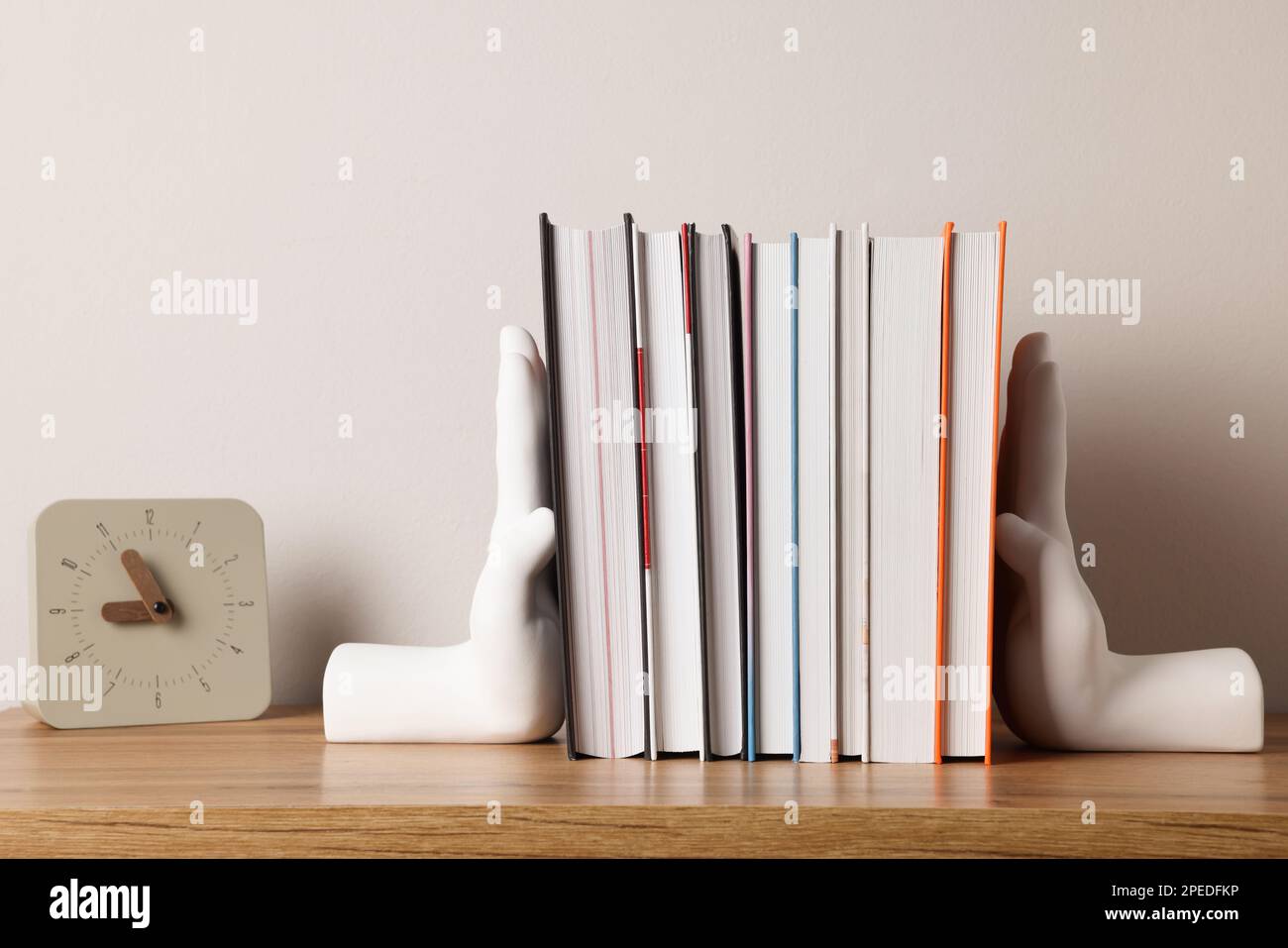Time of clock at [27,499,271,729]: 8:55
